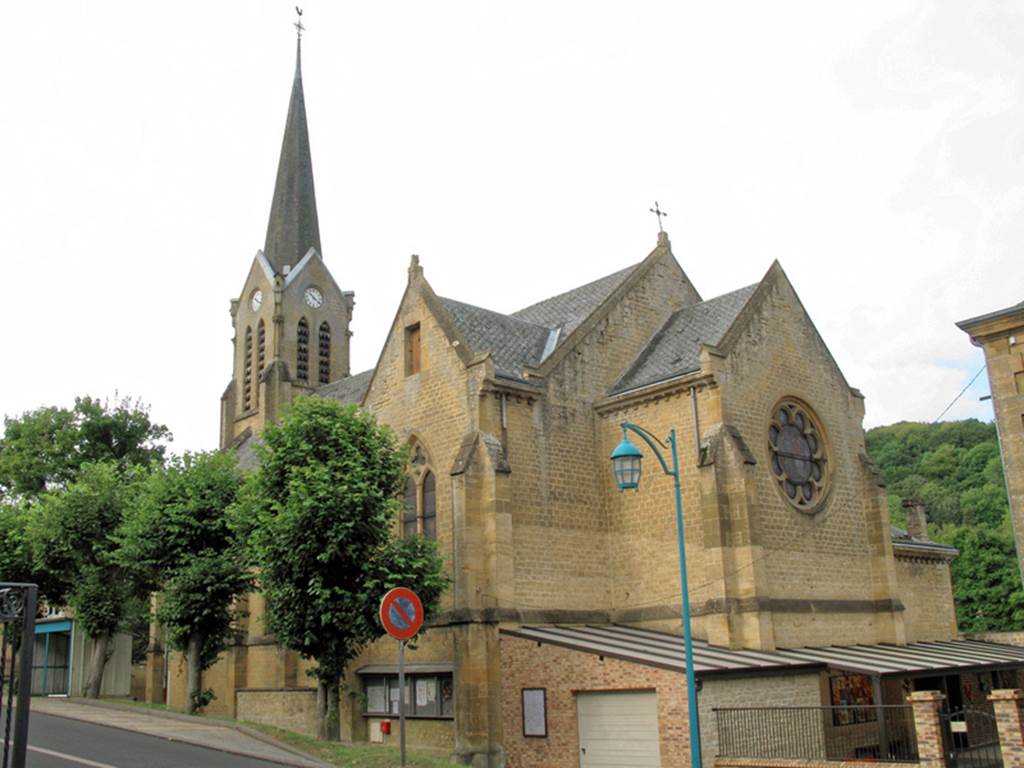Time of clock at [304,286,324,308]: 10:21
